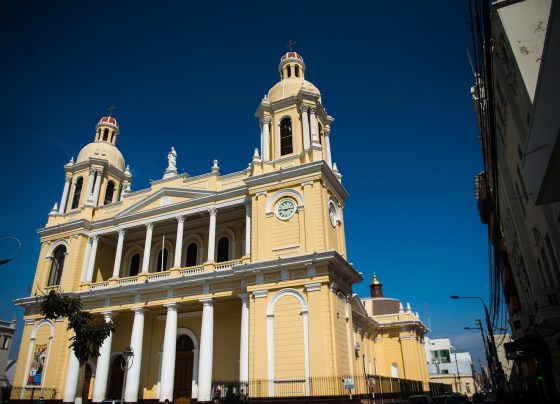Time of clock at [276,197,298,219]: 2:46
